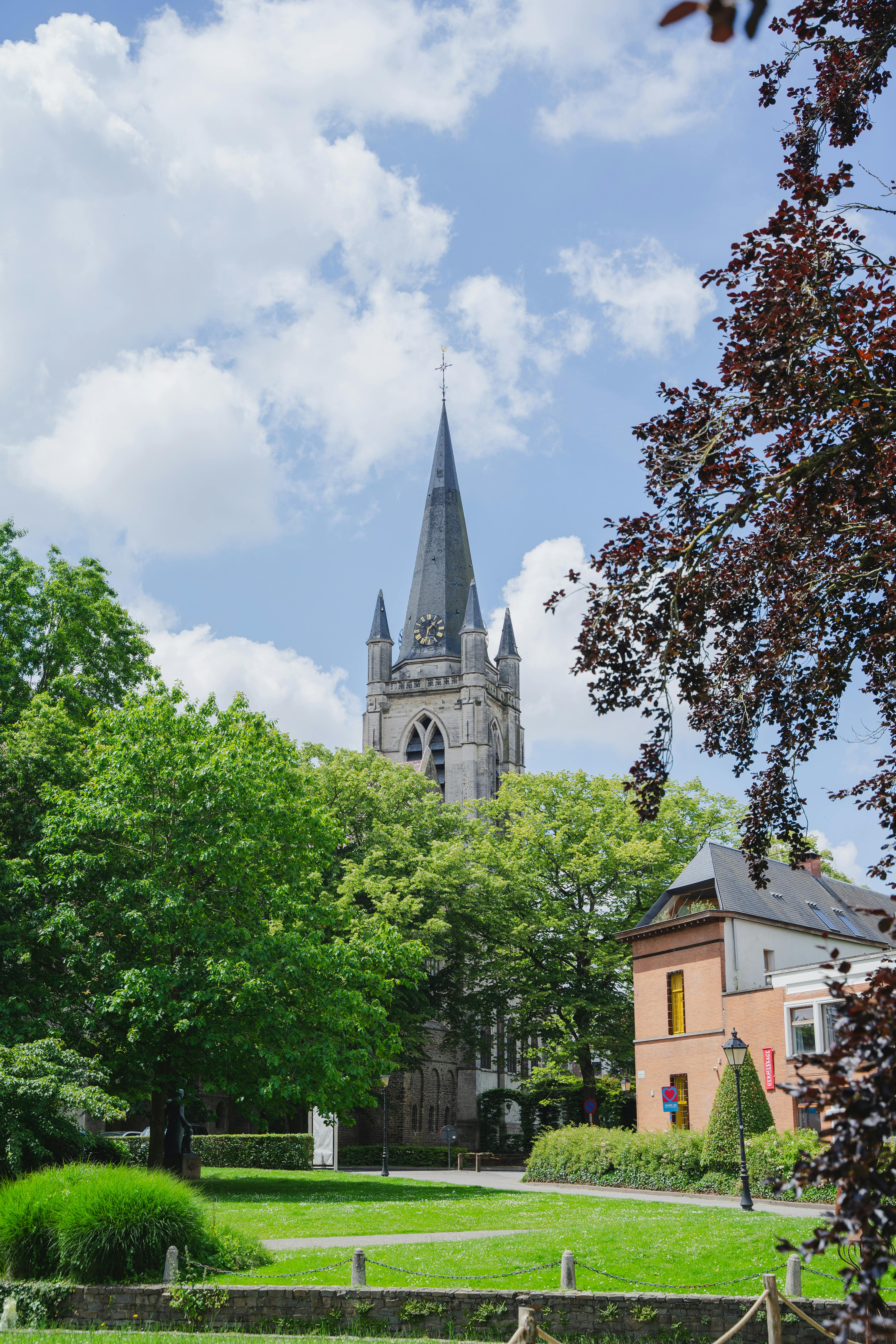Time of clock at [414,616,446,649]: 1:32
